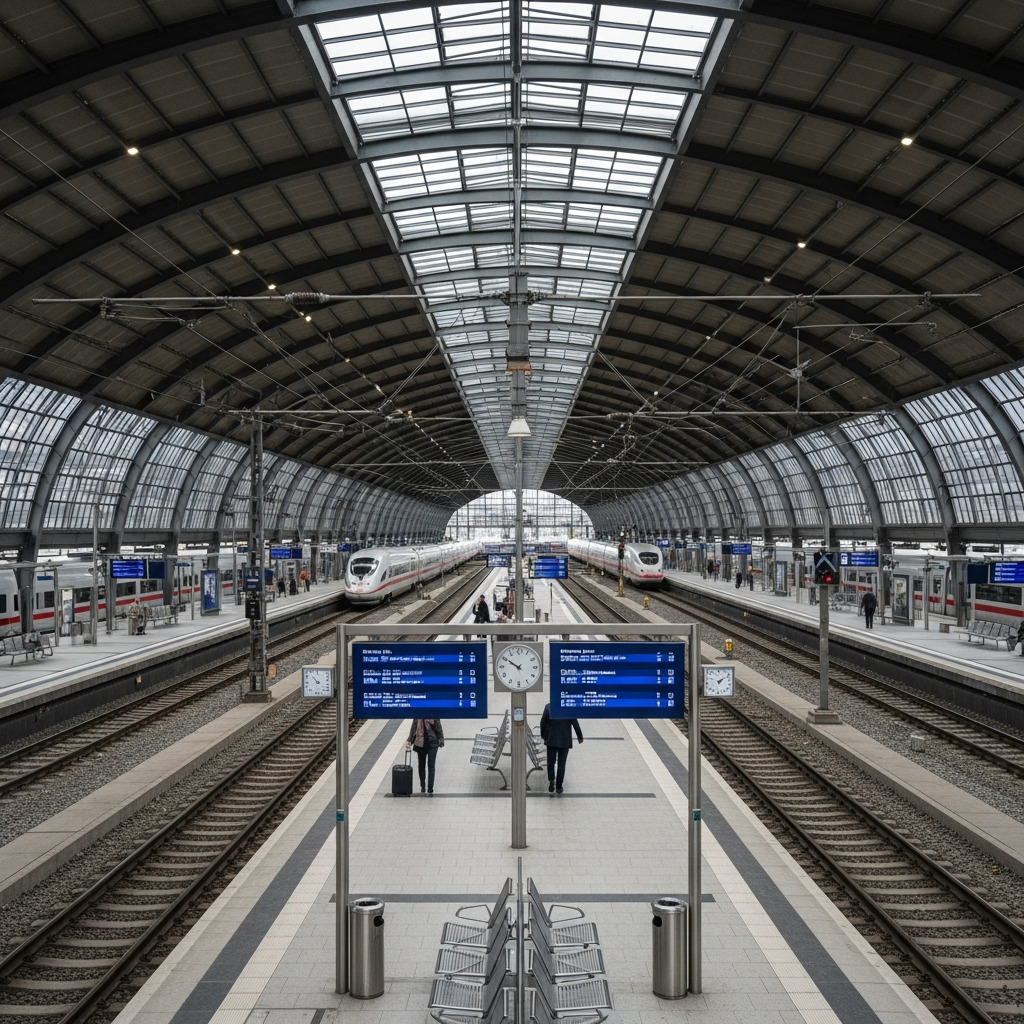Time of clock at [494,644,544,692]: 9:50
